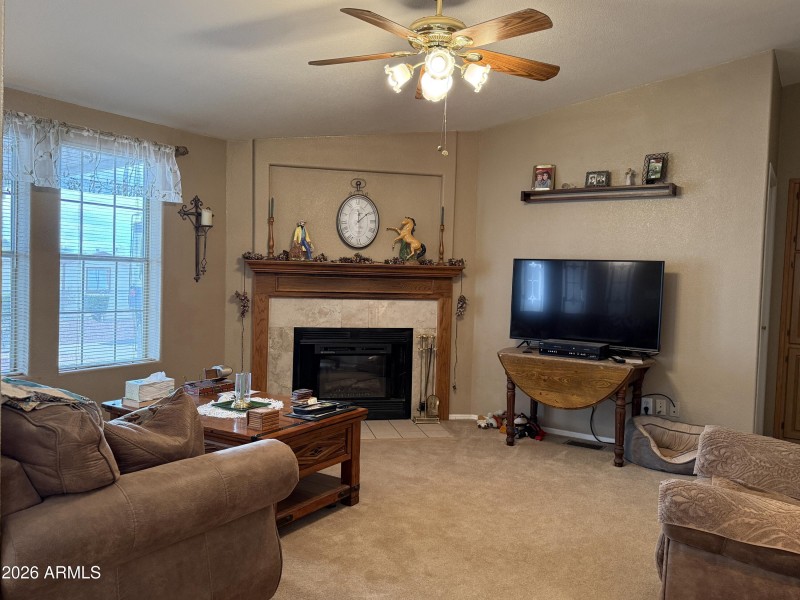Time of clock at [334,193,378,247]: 12:09
